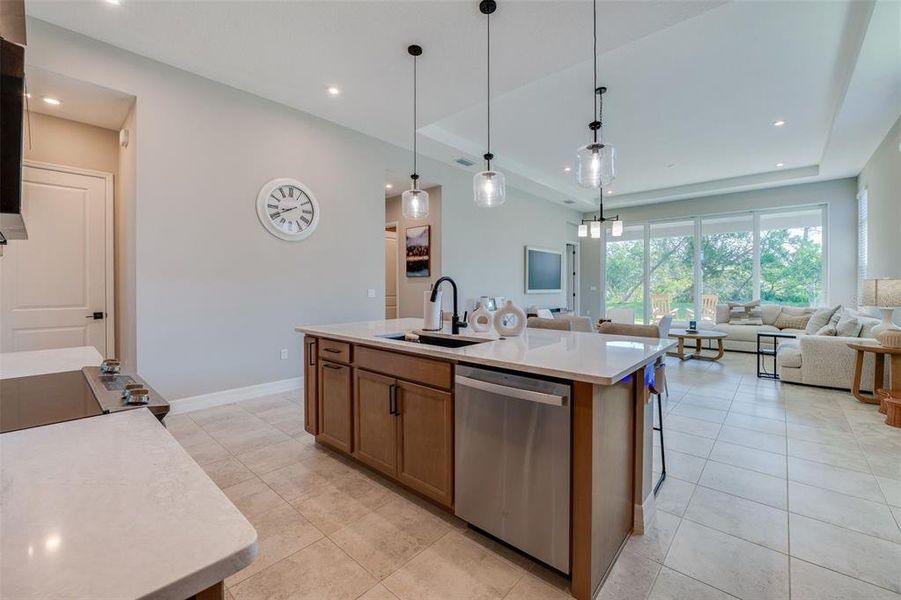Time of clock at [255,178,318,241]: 8:40
